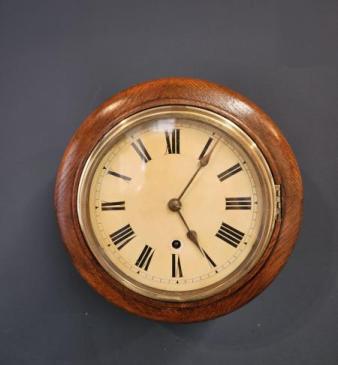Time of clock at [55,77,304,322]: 5:05
